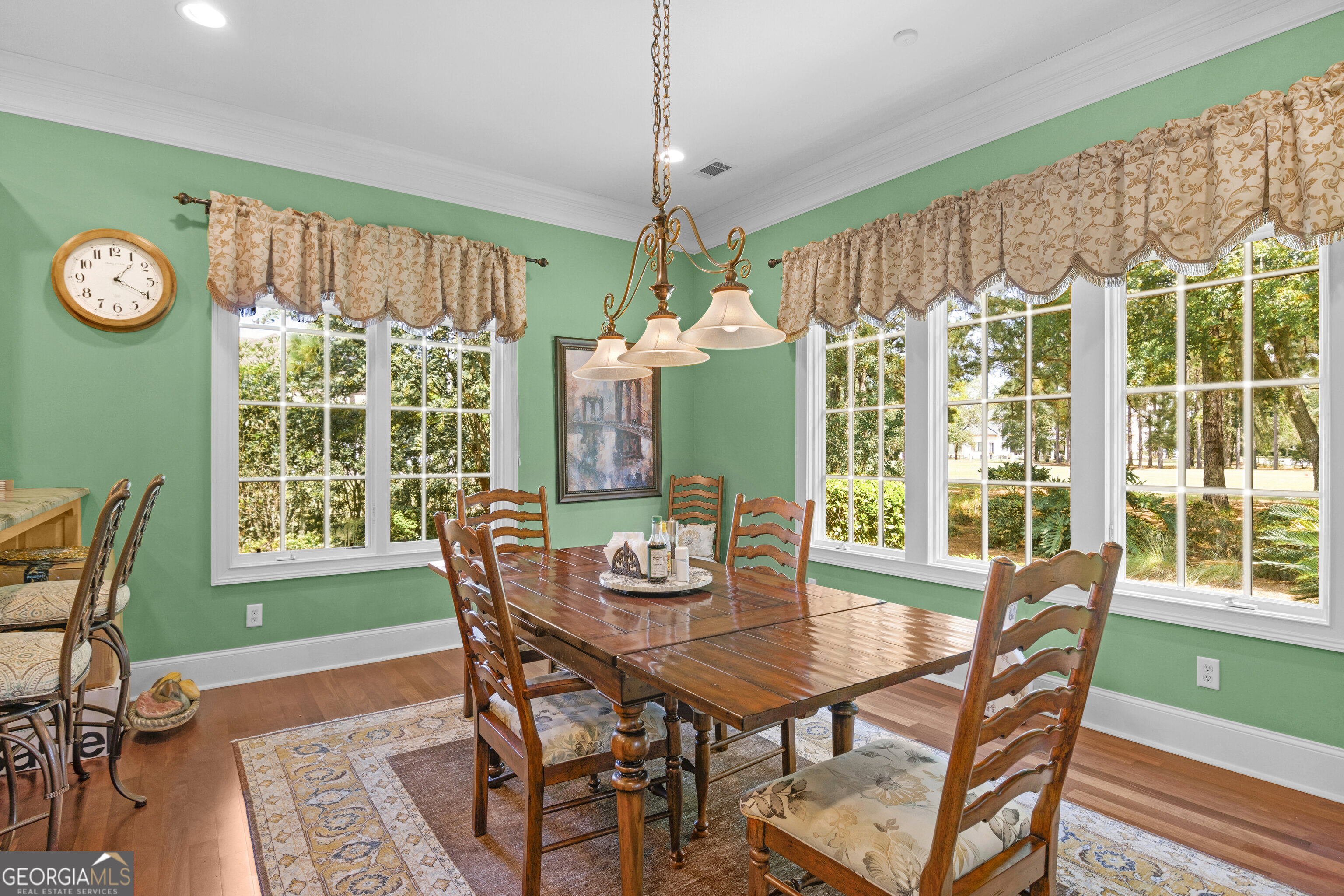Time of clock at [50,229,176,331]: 1:19
